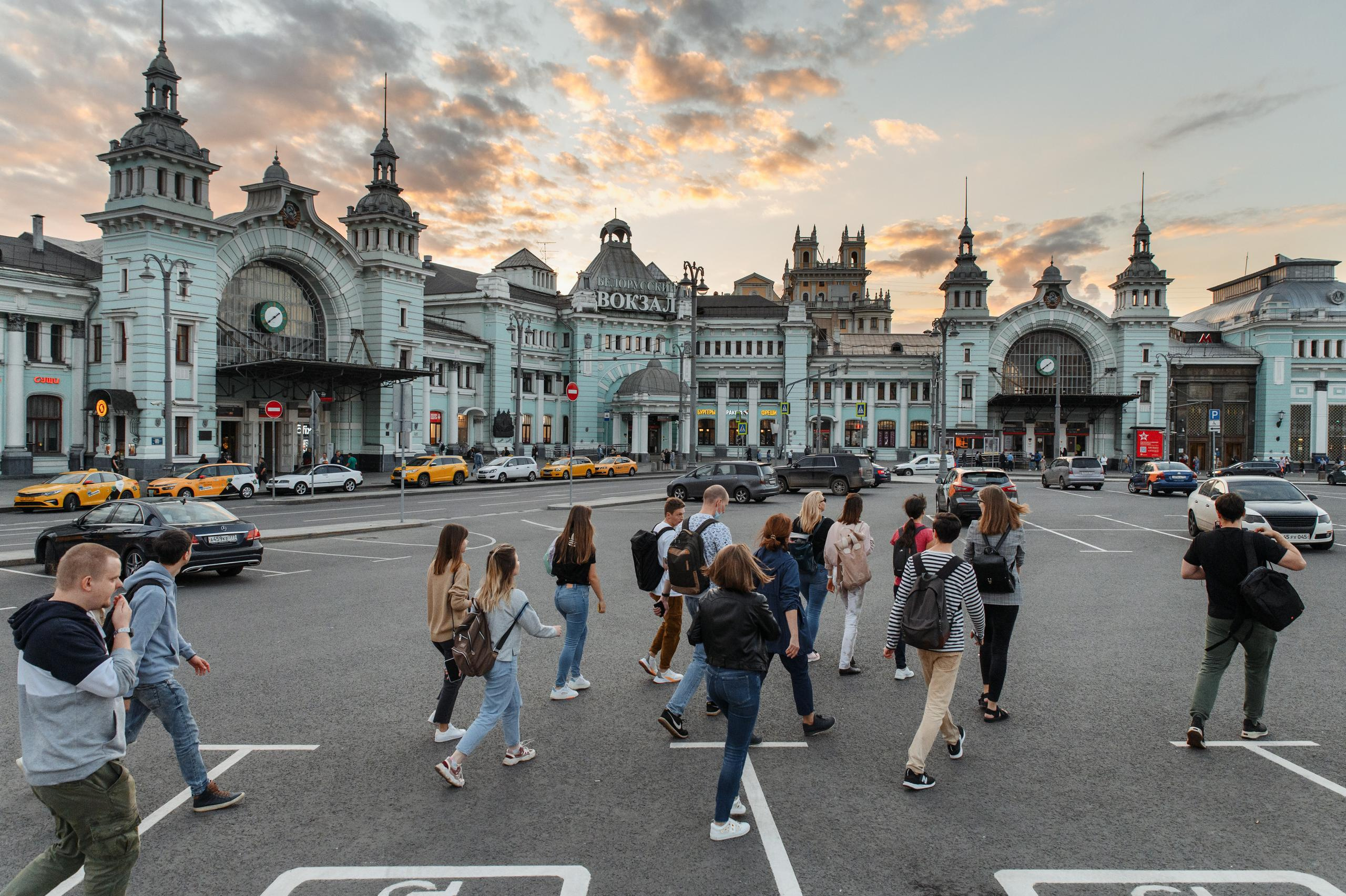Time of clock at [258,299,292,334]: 1:38
